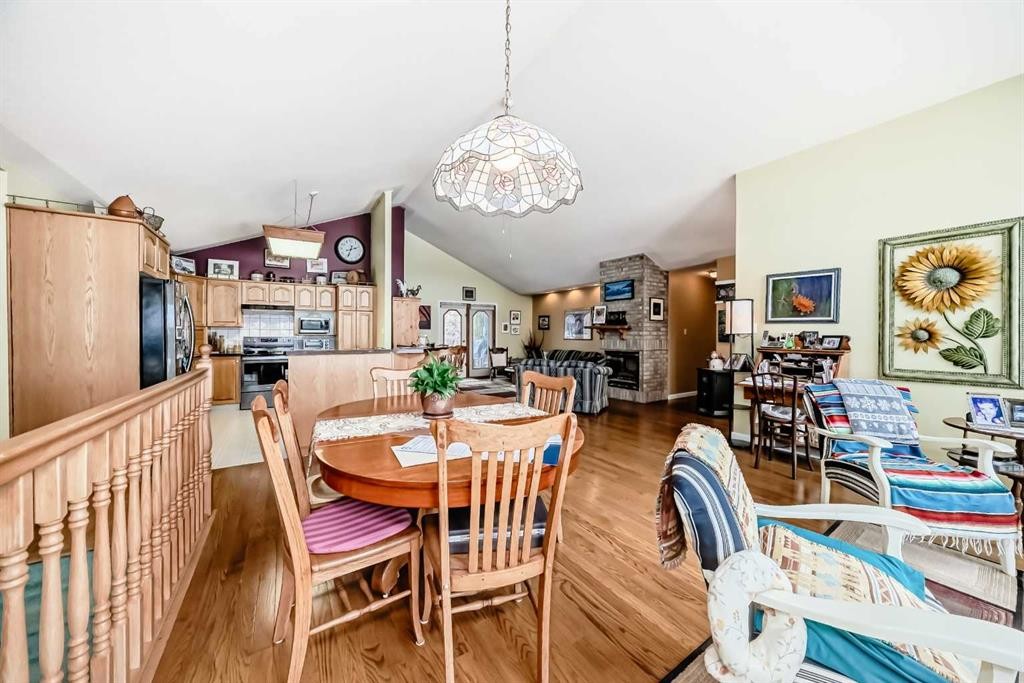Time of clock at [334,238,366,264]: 2:33
